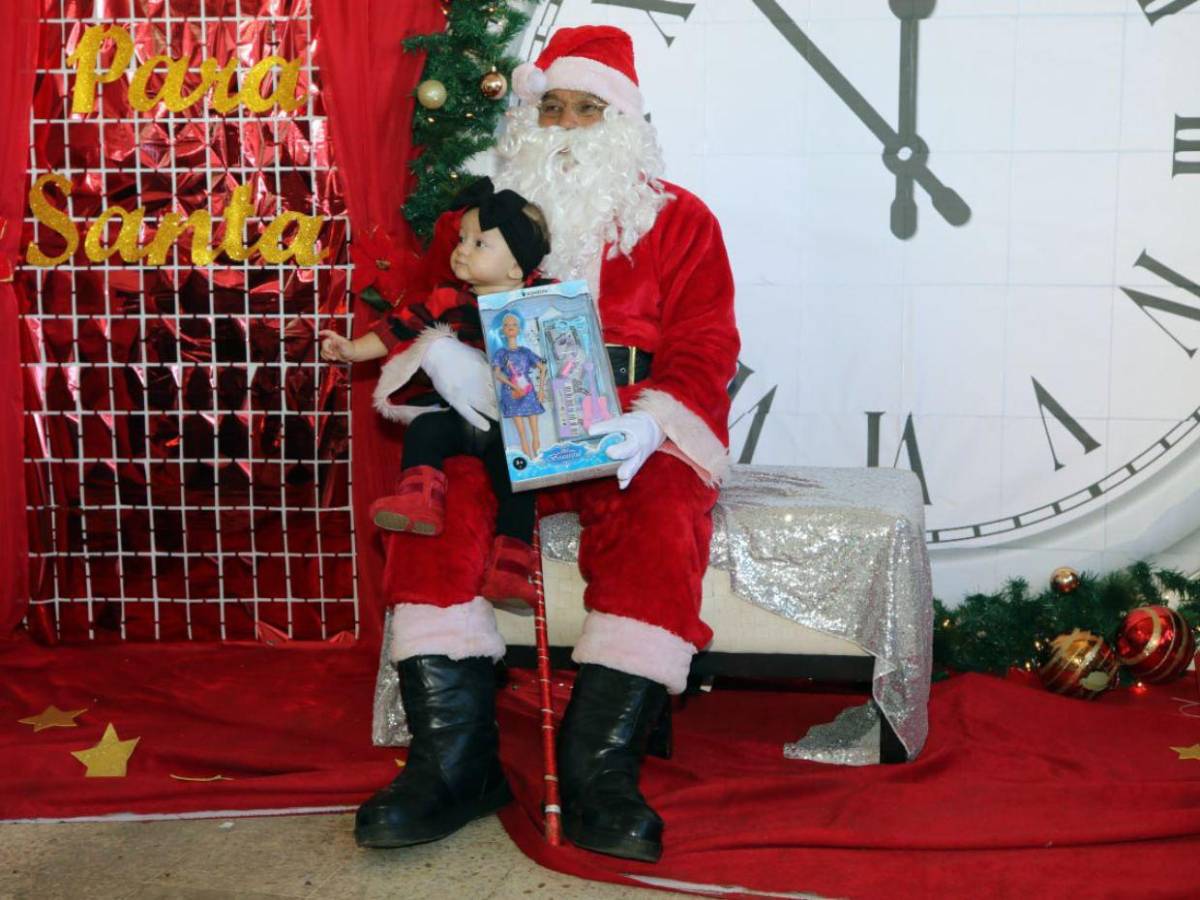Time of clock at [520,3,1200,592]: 11:52
